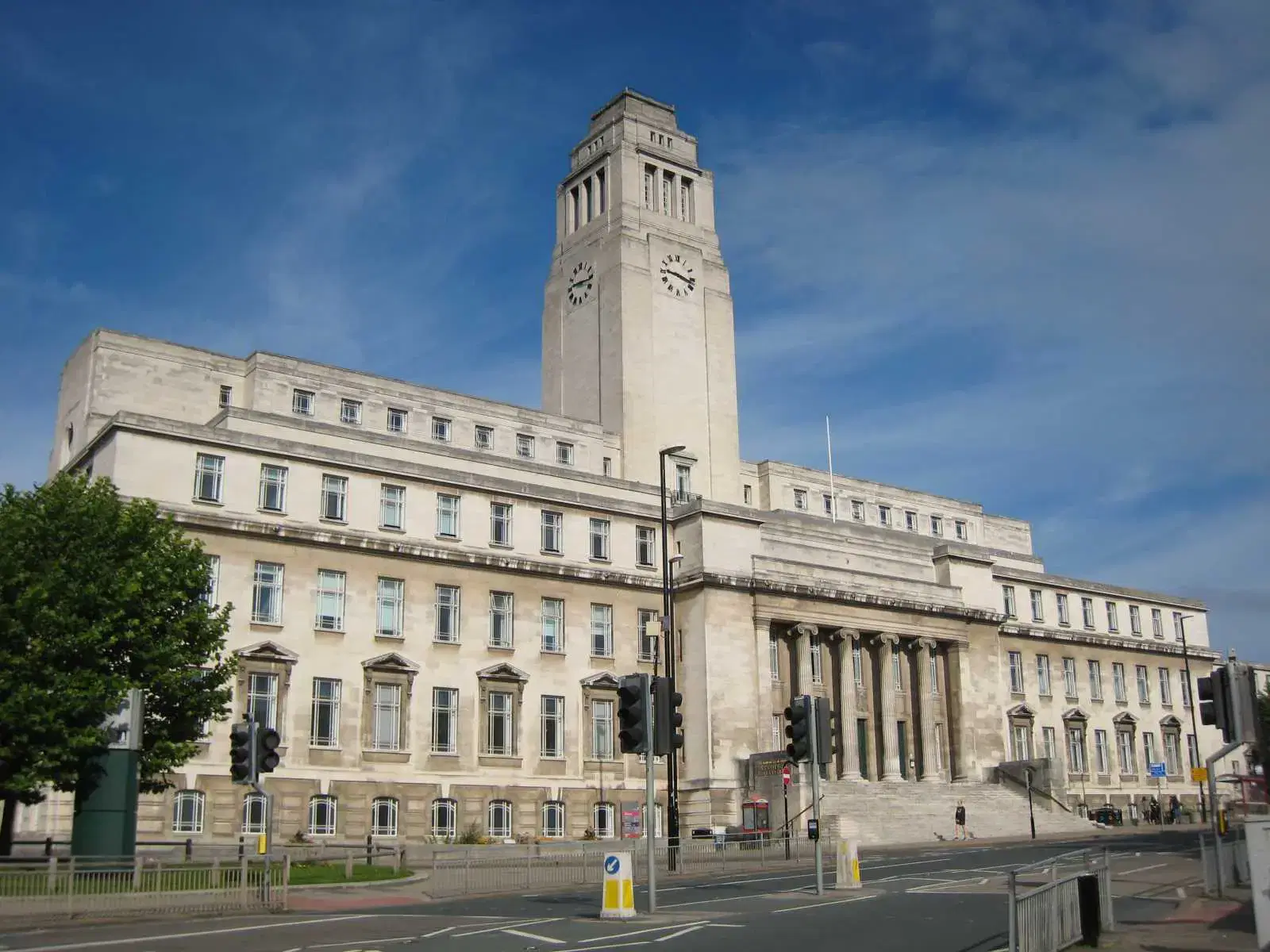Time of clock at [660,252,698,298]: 9:17
